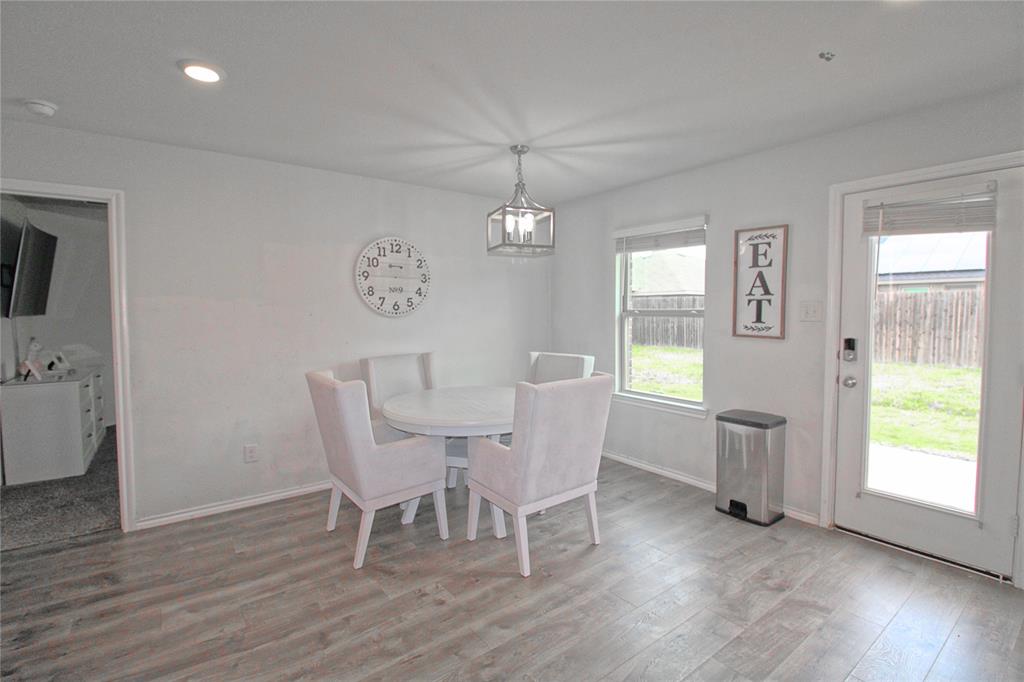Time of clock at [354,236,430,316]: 6:45
